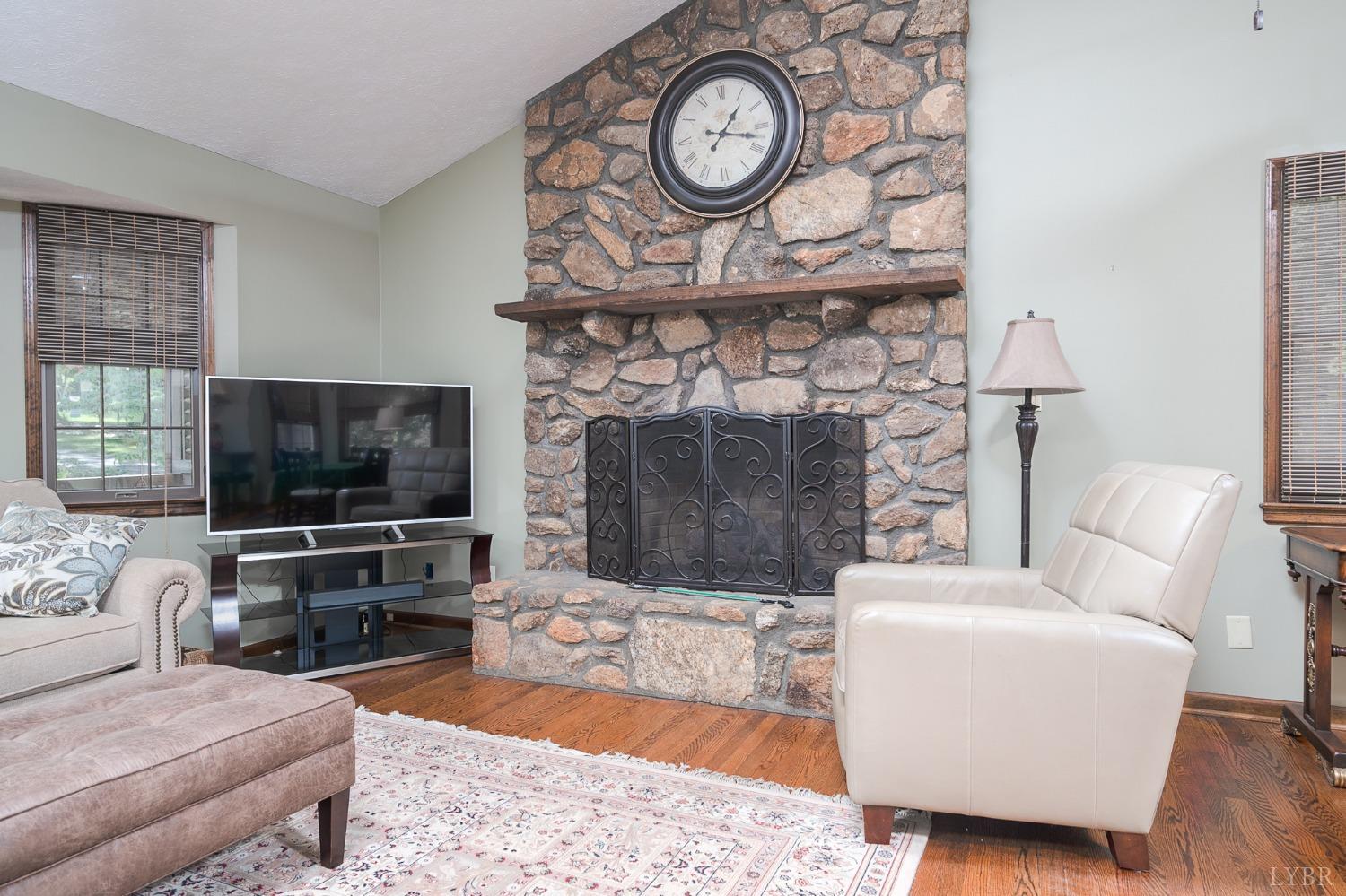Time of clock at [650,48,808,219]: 1:17
